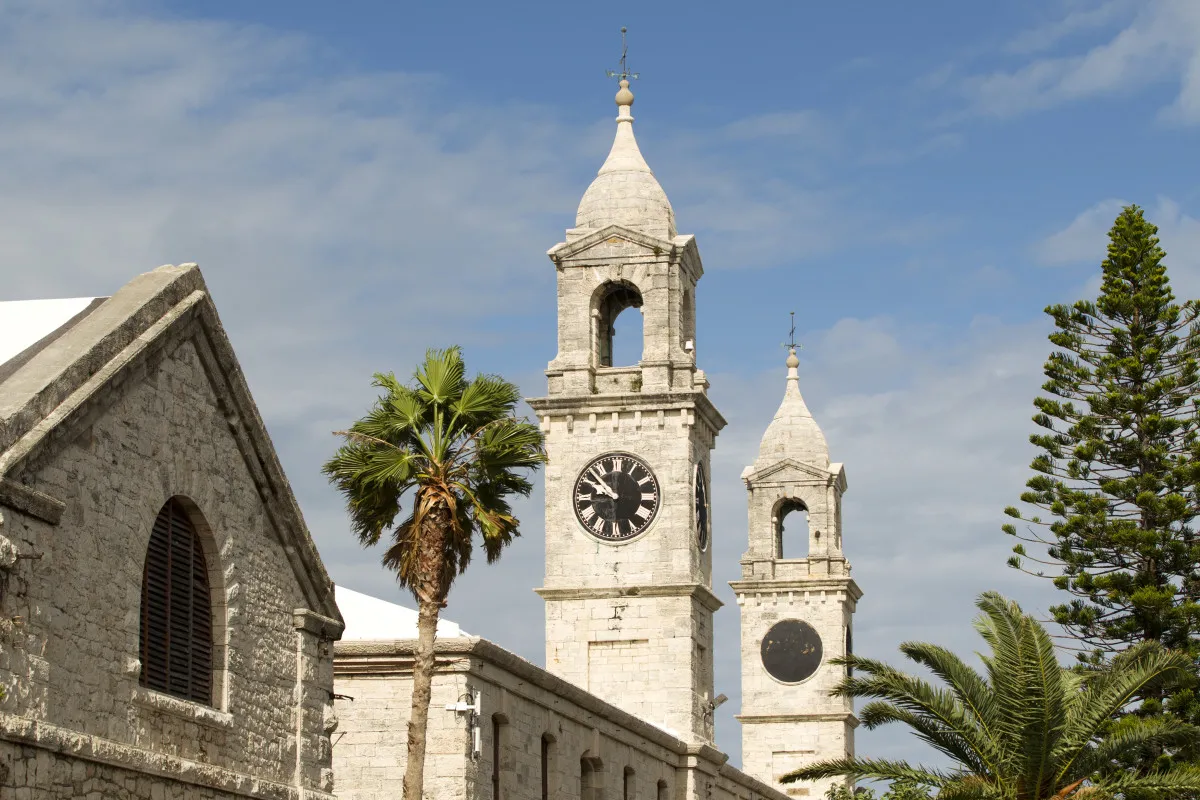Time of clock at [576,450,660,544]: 9:52
